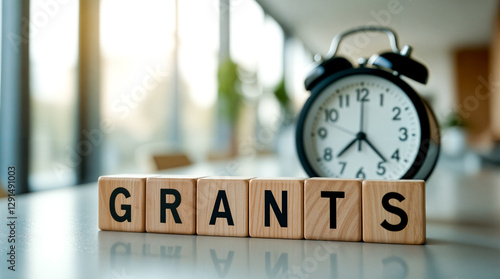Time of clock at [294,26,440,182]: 7:22
